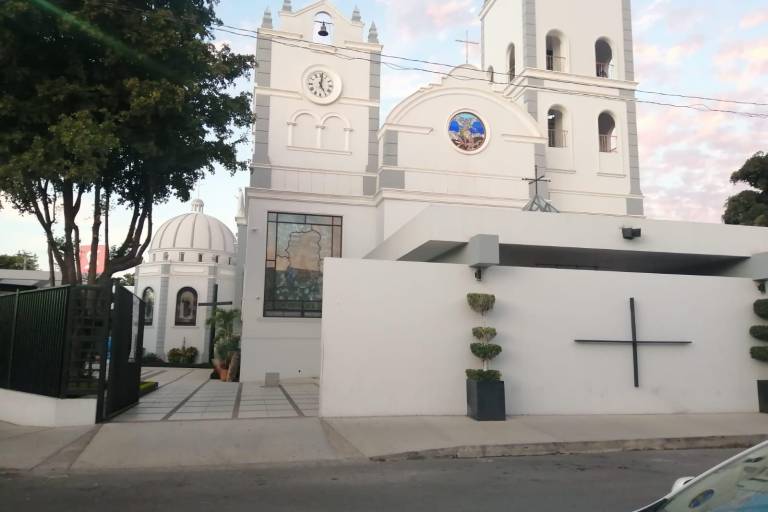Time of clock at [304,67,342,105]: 5:01
